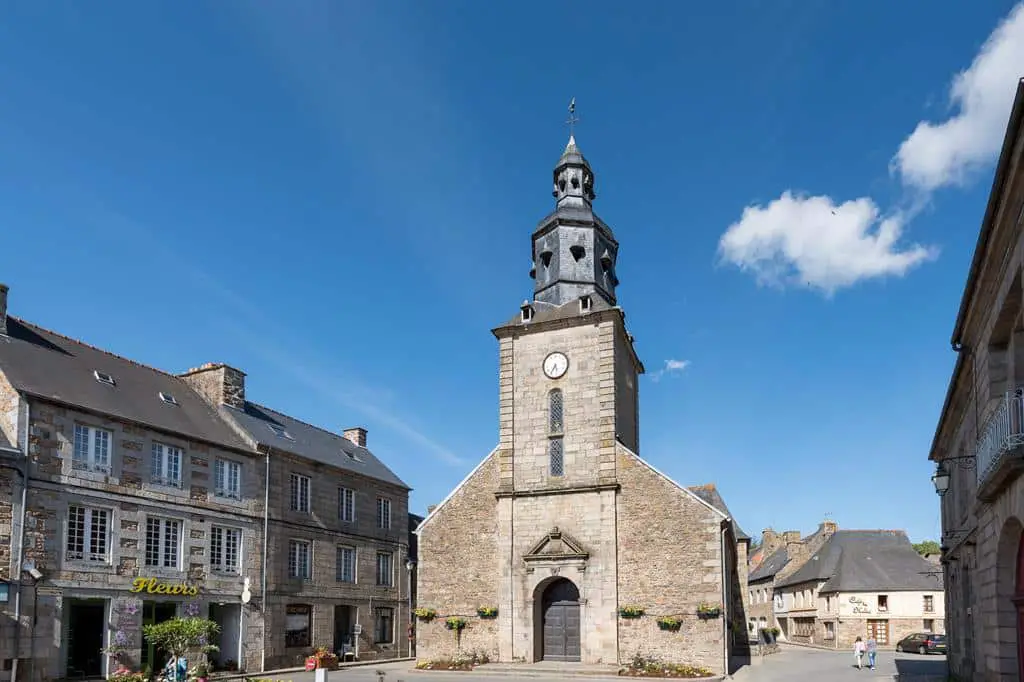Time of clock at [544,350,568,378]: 5:35
